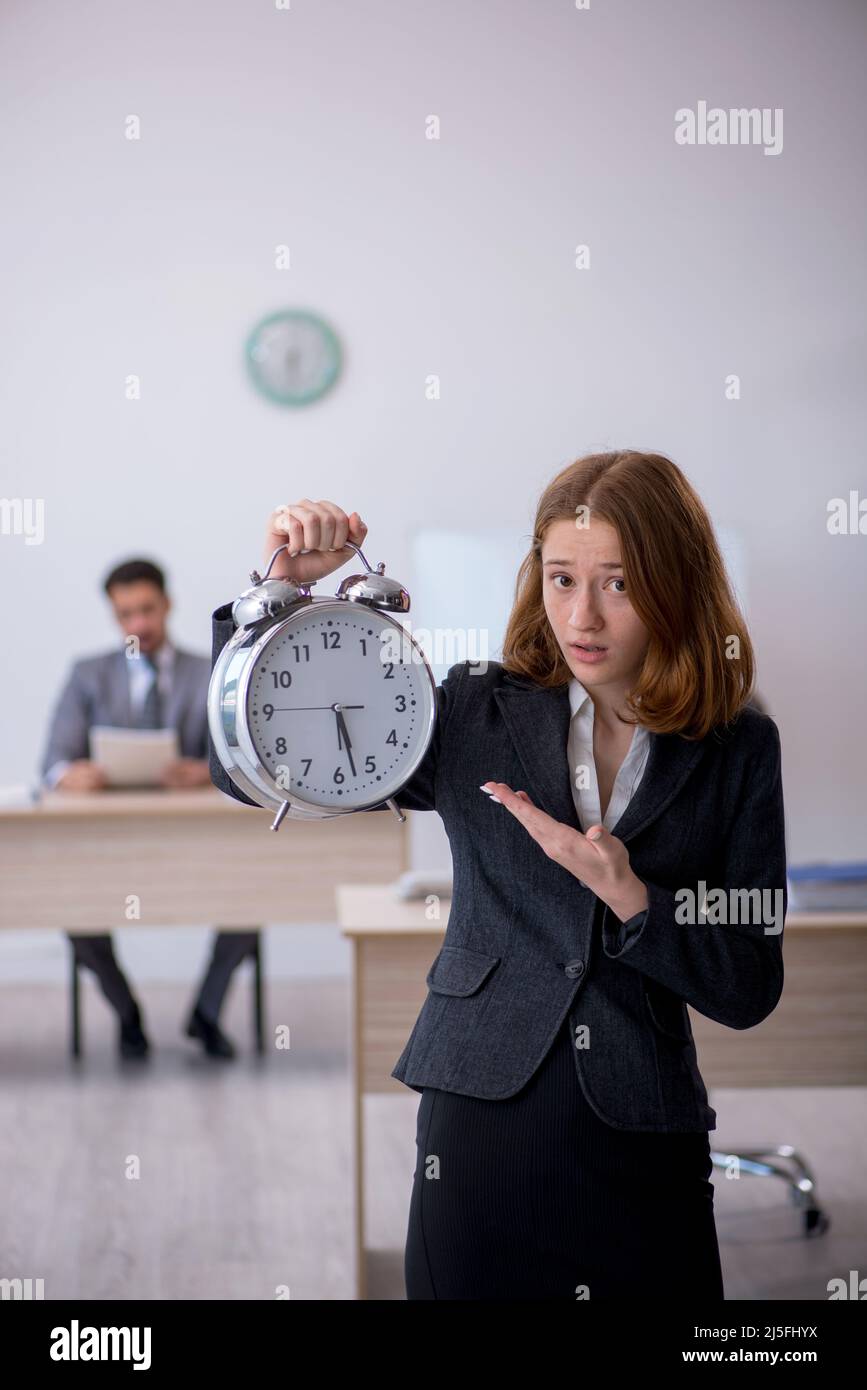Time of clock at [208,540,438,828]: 5:27
